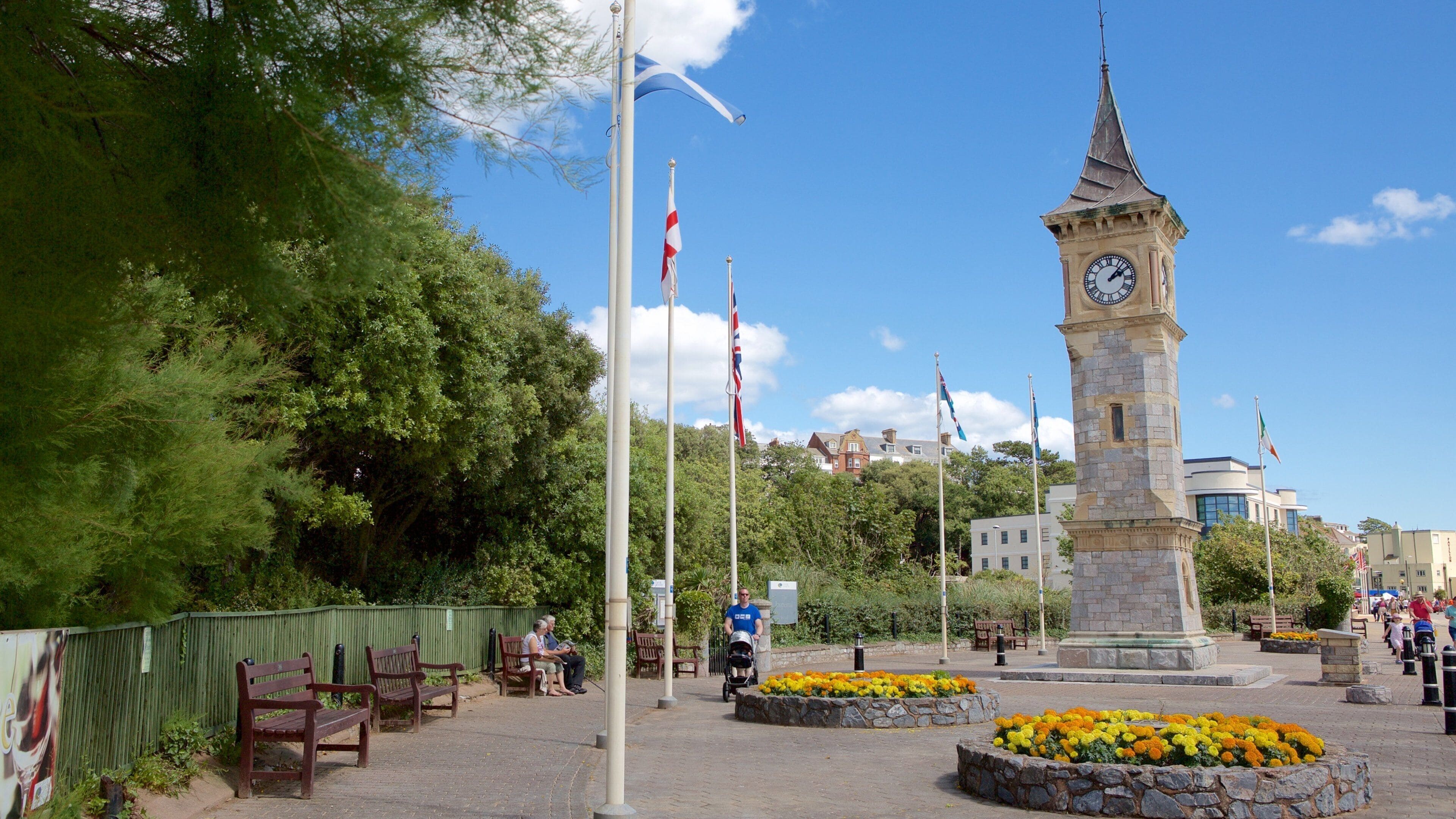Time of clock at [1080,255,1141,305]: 2:07
